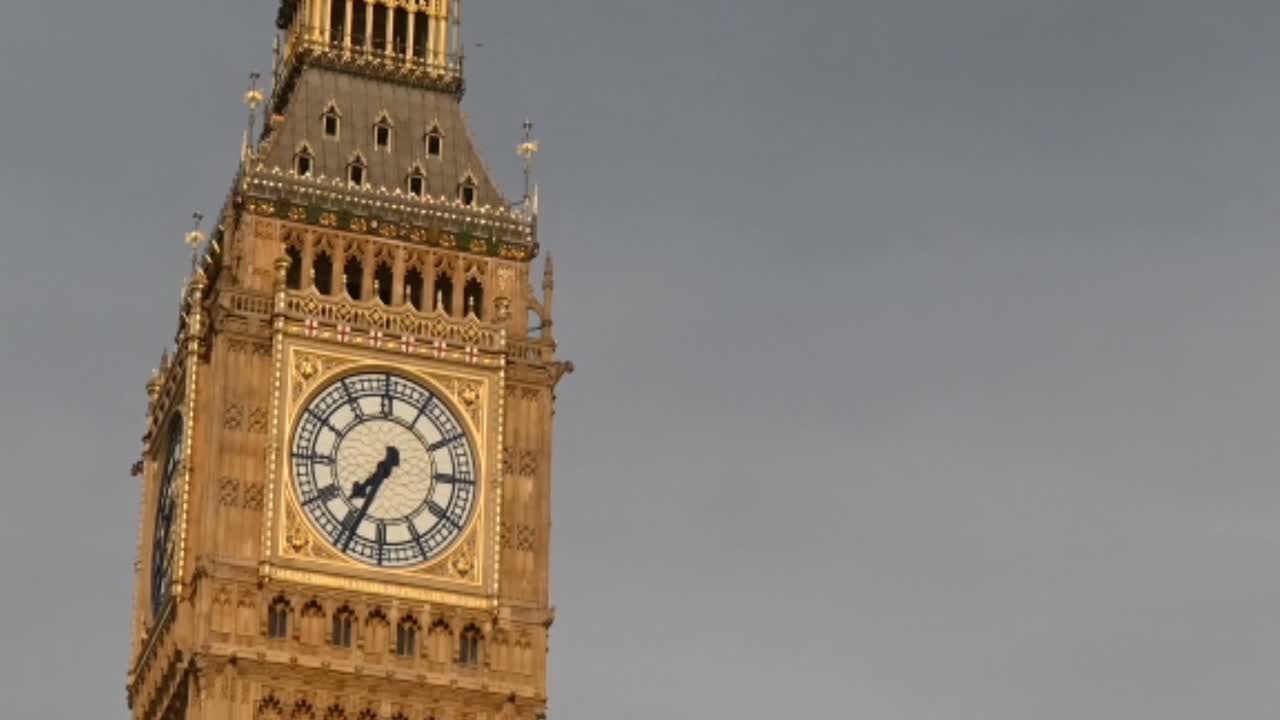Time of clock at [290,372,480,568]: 7:34
